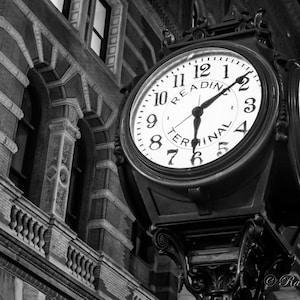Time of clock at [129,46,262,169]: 6:08
